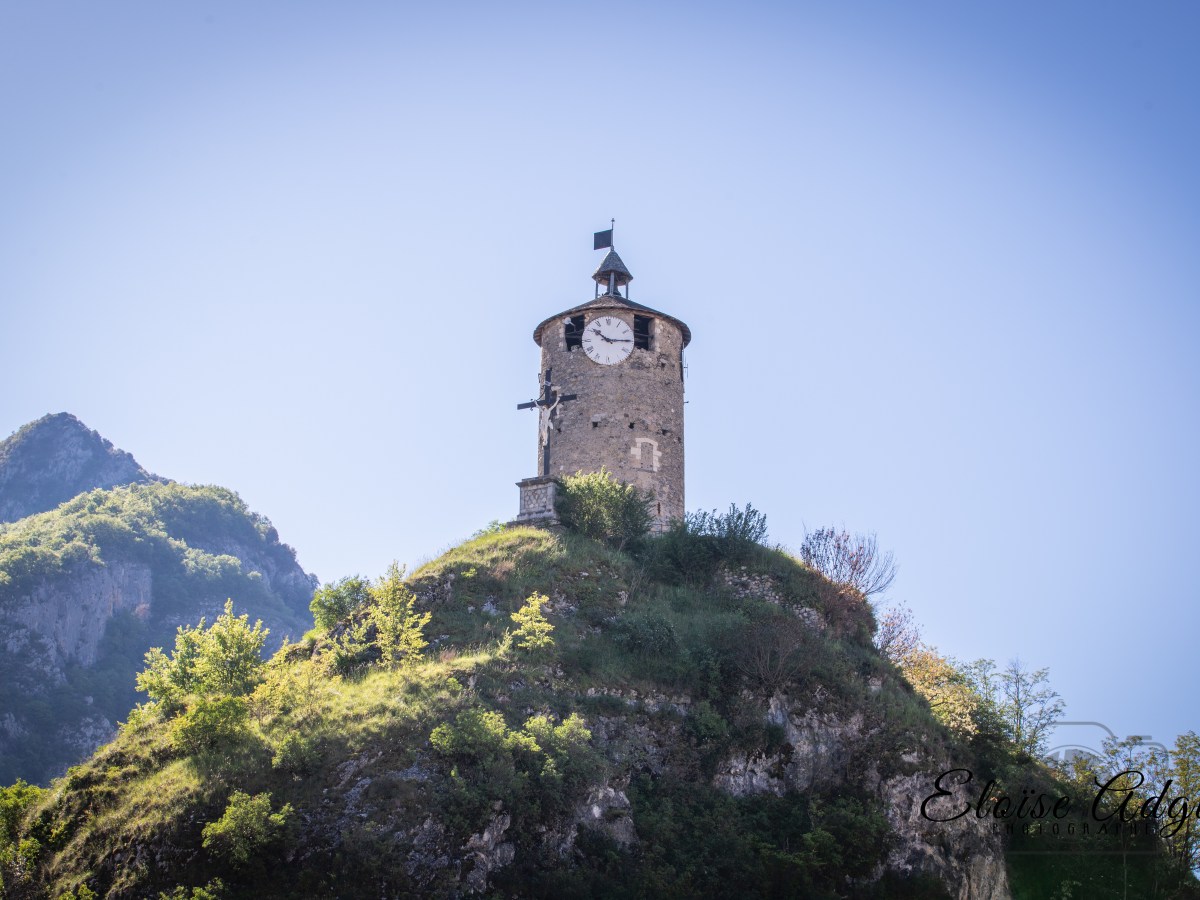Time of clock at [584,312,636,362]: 10:14
